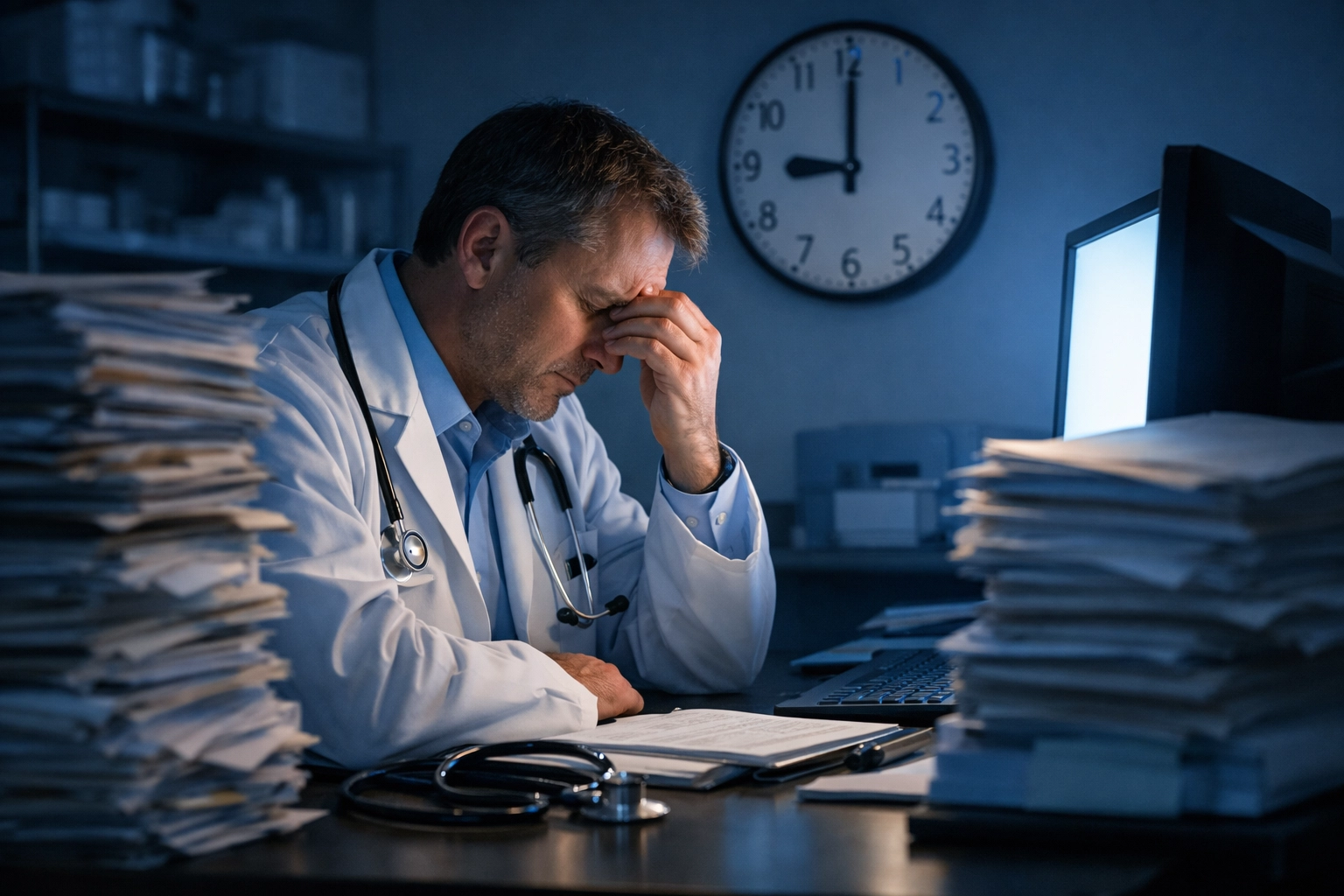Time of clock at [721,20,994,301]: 9:00
